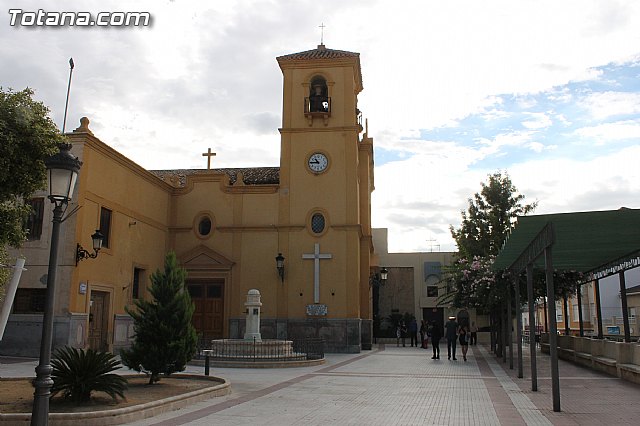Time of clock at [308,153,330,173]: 10:45
